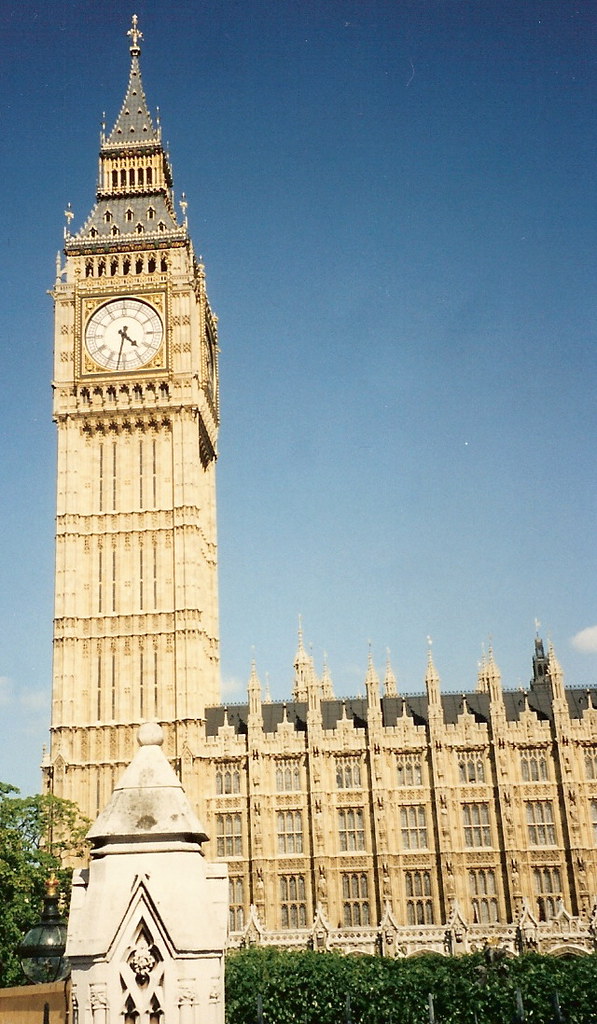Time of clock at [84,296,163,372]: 4:31
